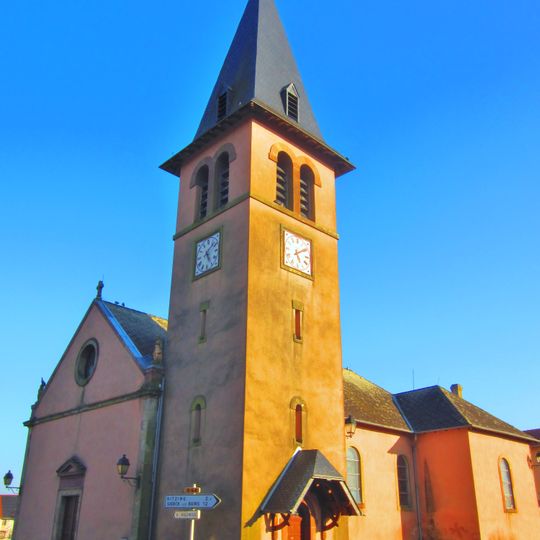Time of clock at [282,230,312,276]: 5:09
